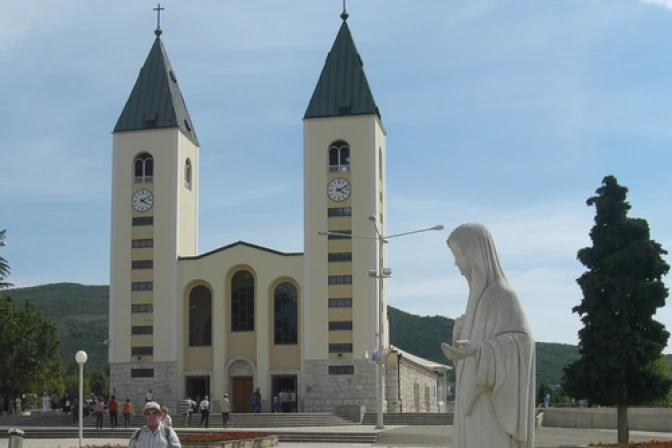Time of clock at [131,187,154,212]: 4:10
